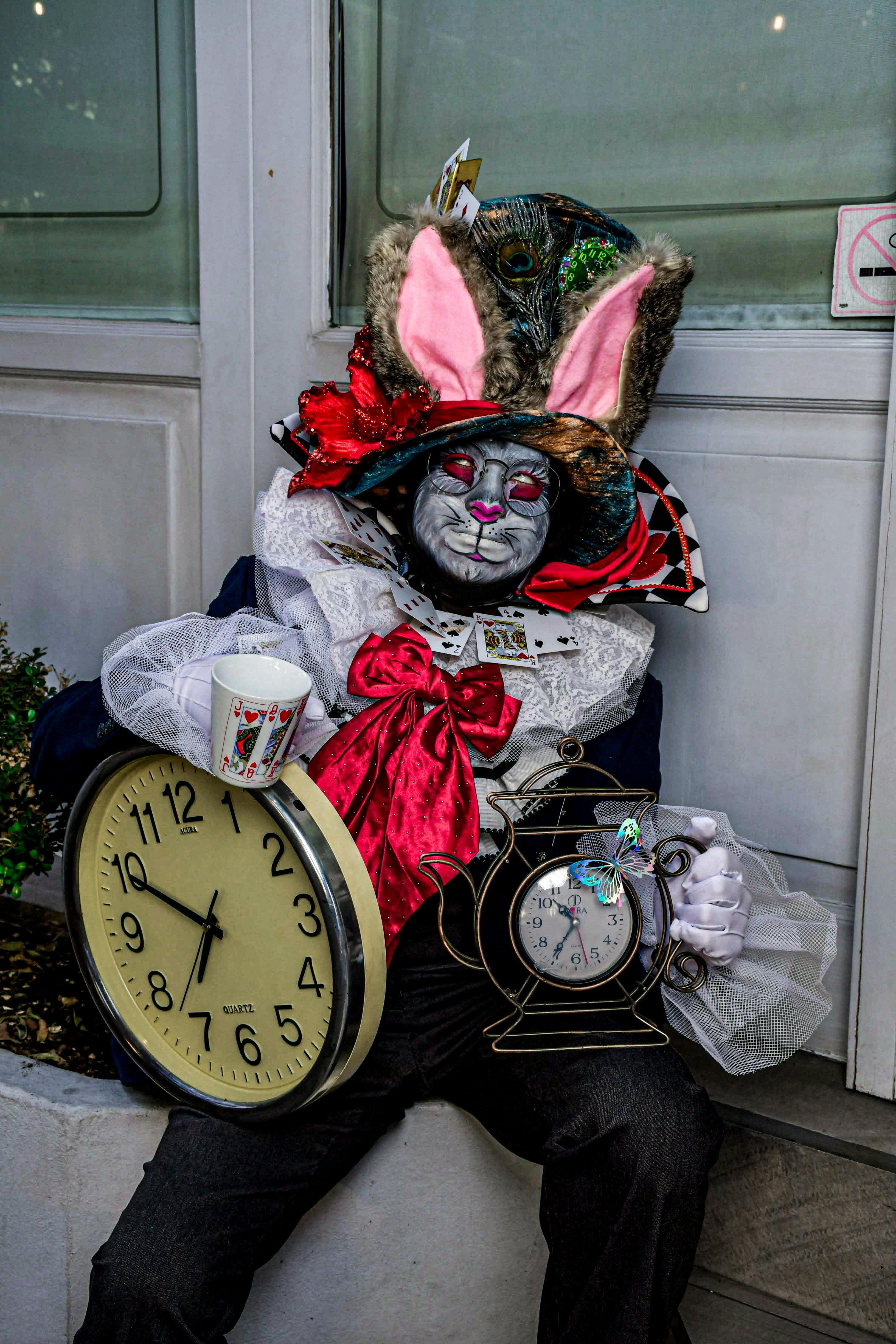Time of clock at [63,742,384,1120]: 6:49
